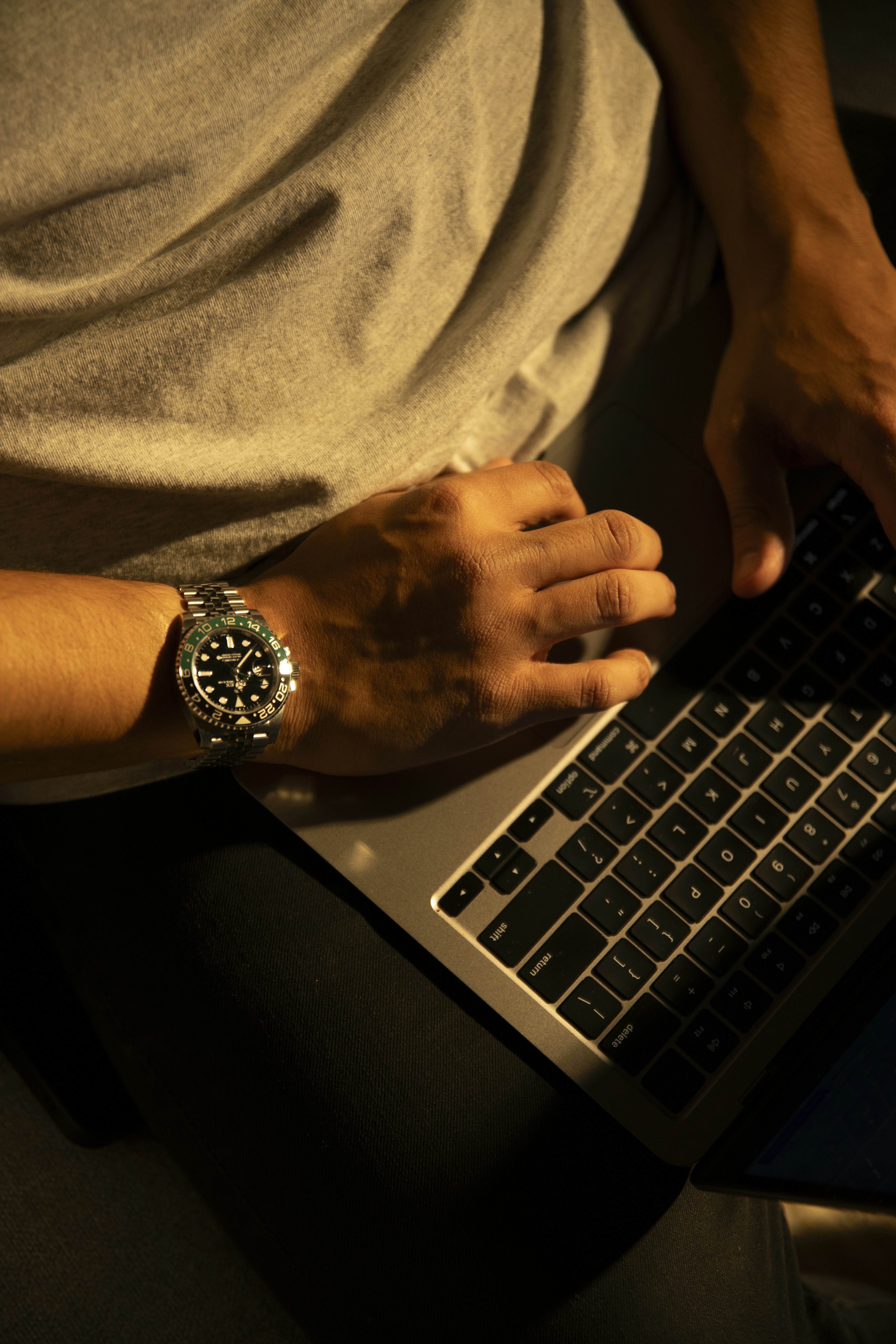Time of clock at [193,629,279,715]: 5:06
